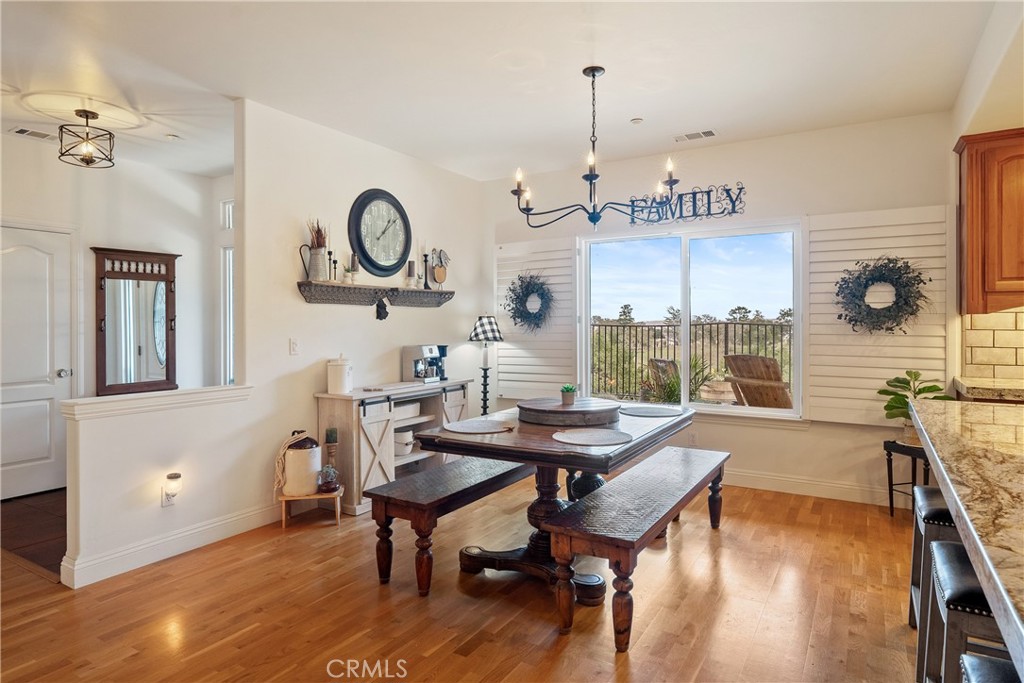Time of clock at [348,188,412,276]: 1:08
